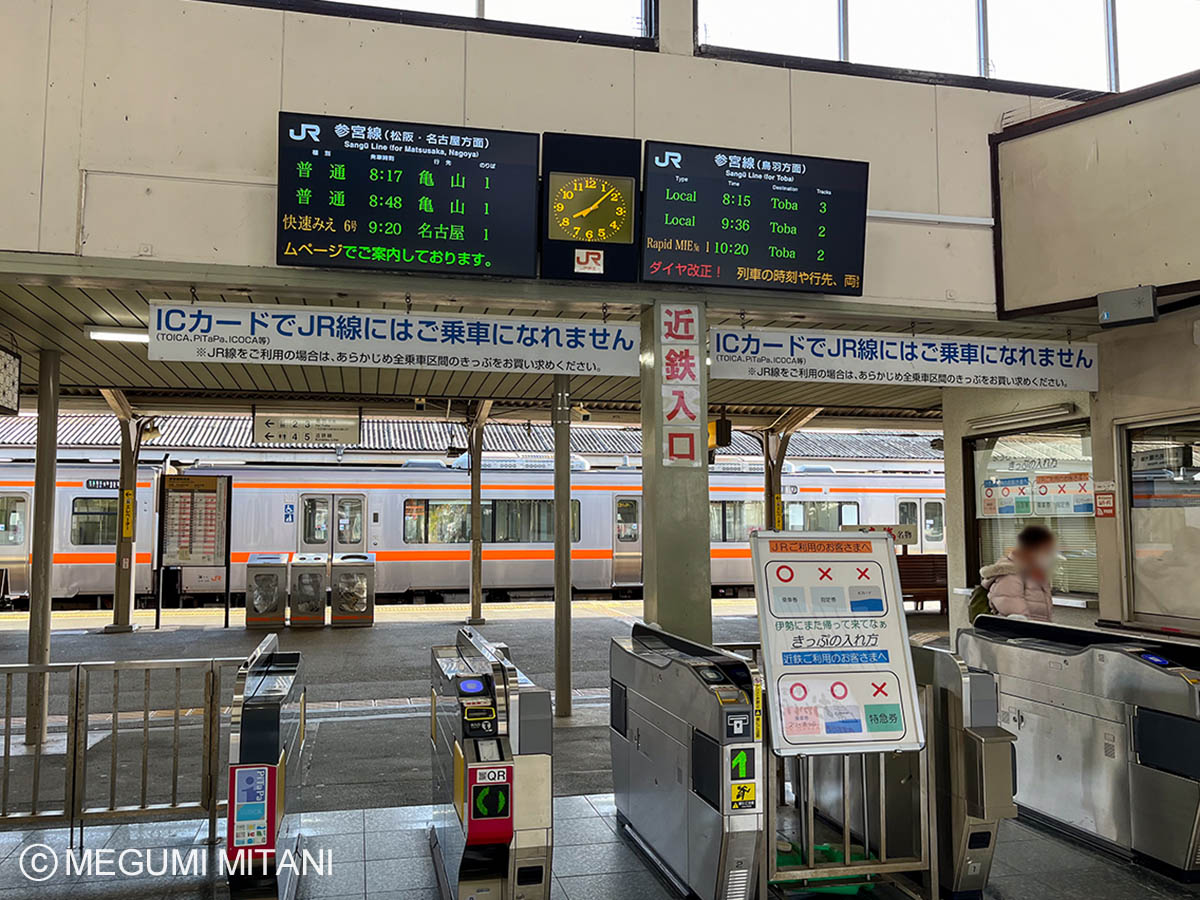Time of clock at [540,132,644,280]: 8:08
